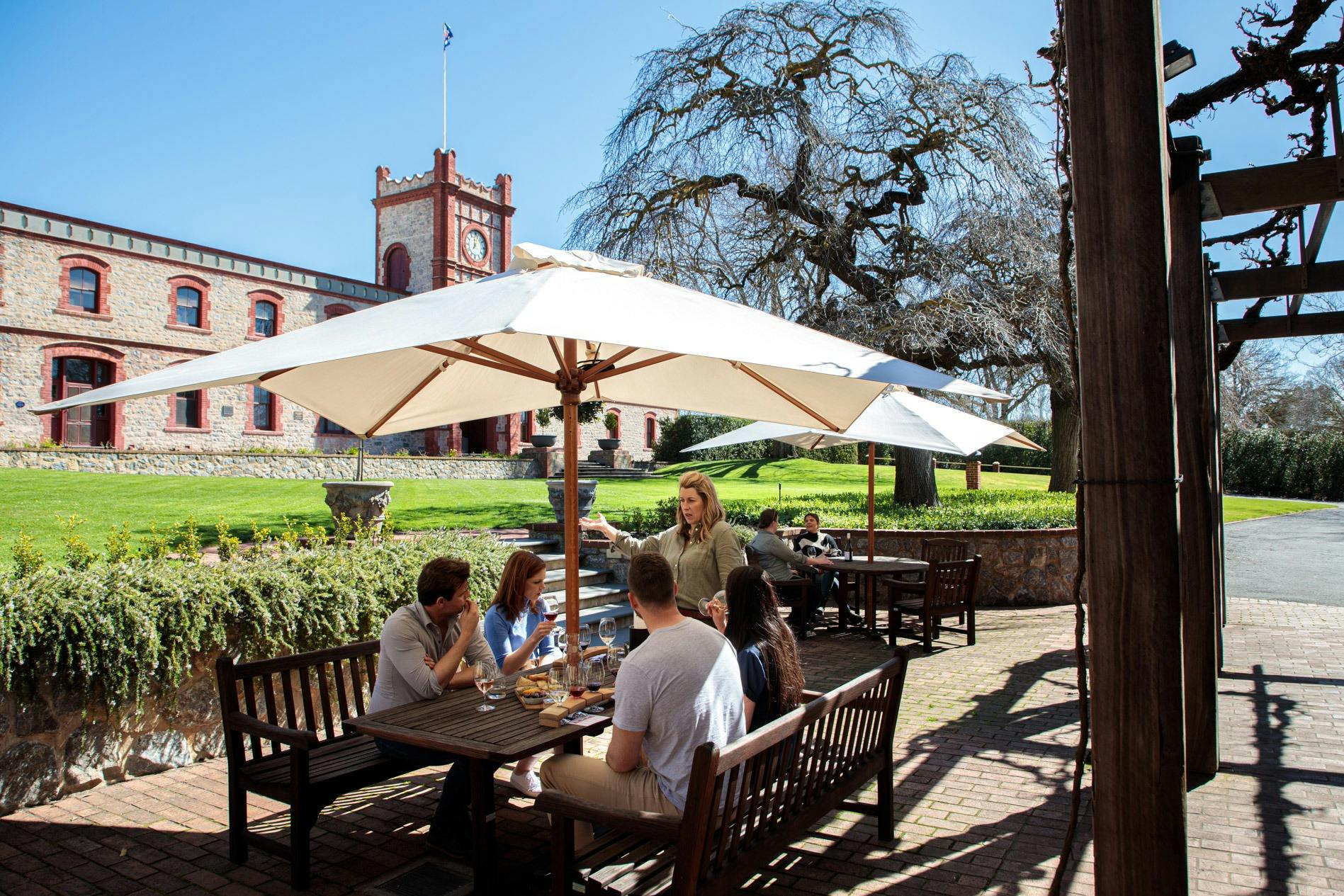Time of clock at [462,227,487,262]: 12:05
